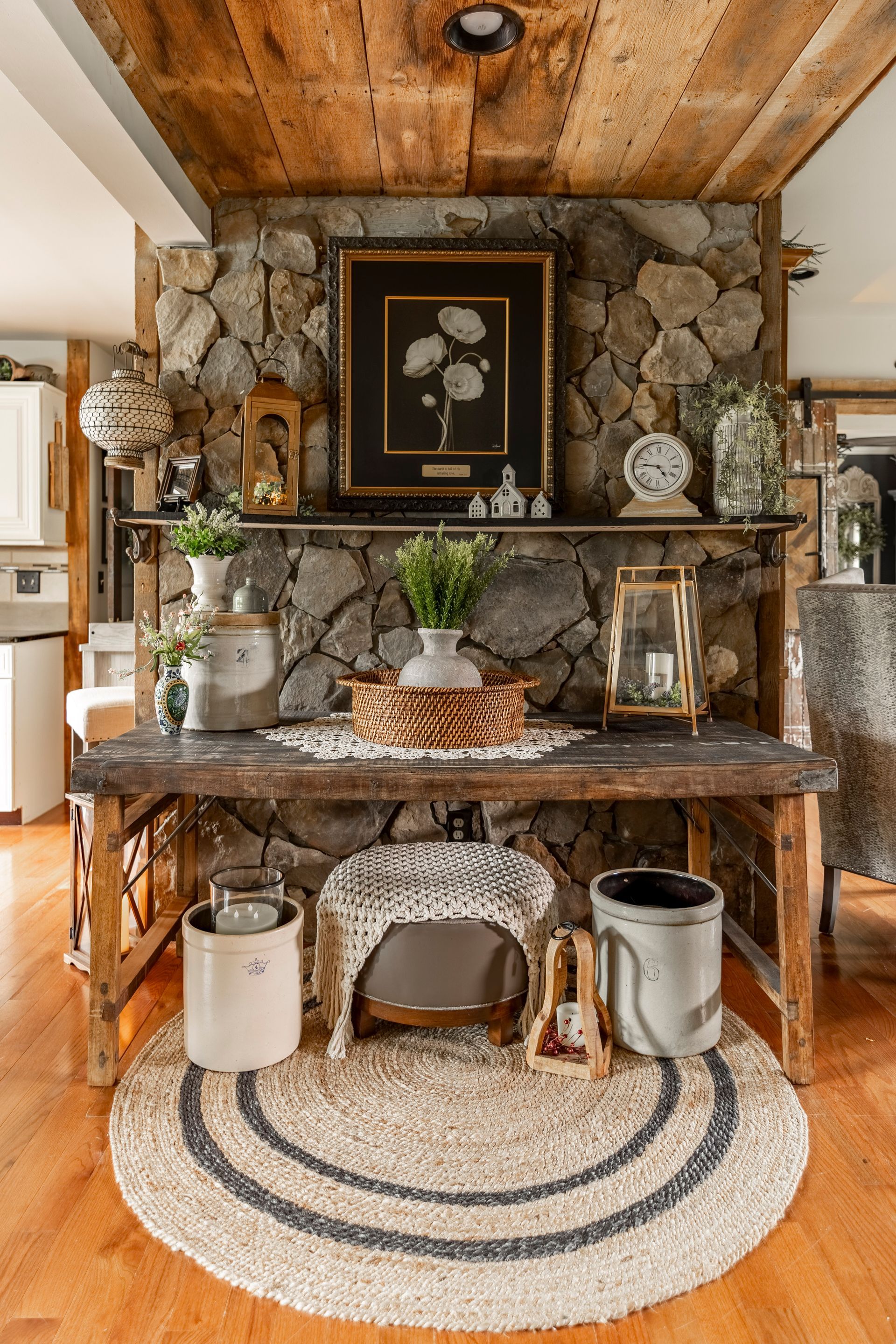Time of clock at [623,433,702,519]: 4:46
